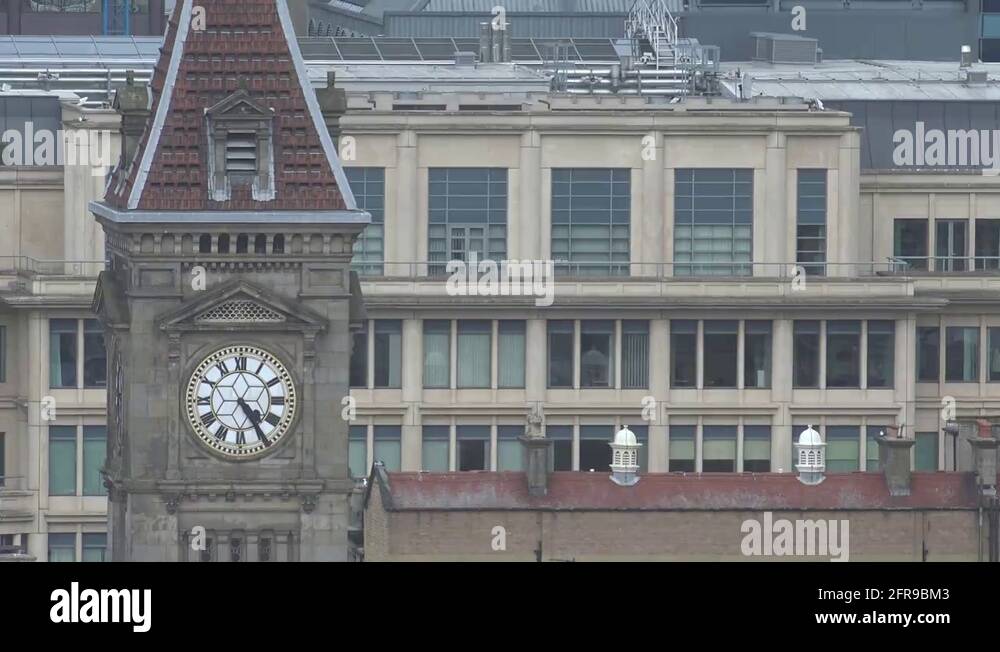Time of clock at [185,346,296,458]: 4:24
